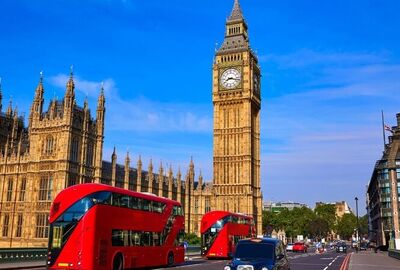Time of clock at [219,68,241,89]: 8:17
